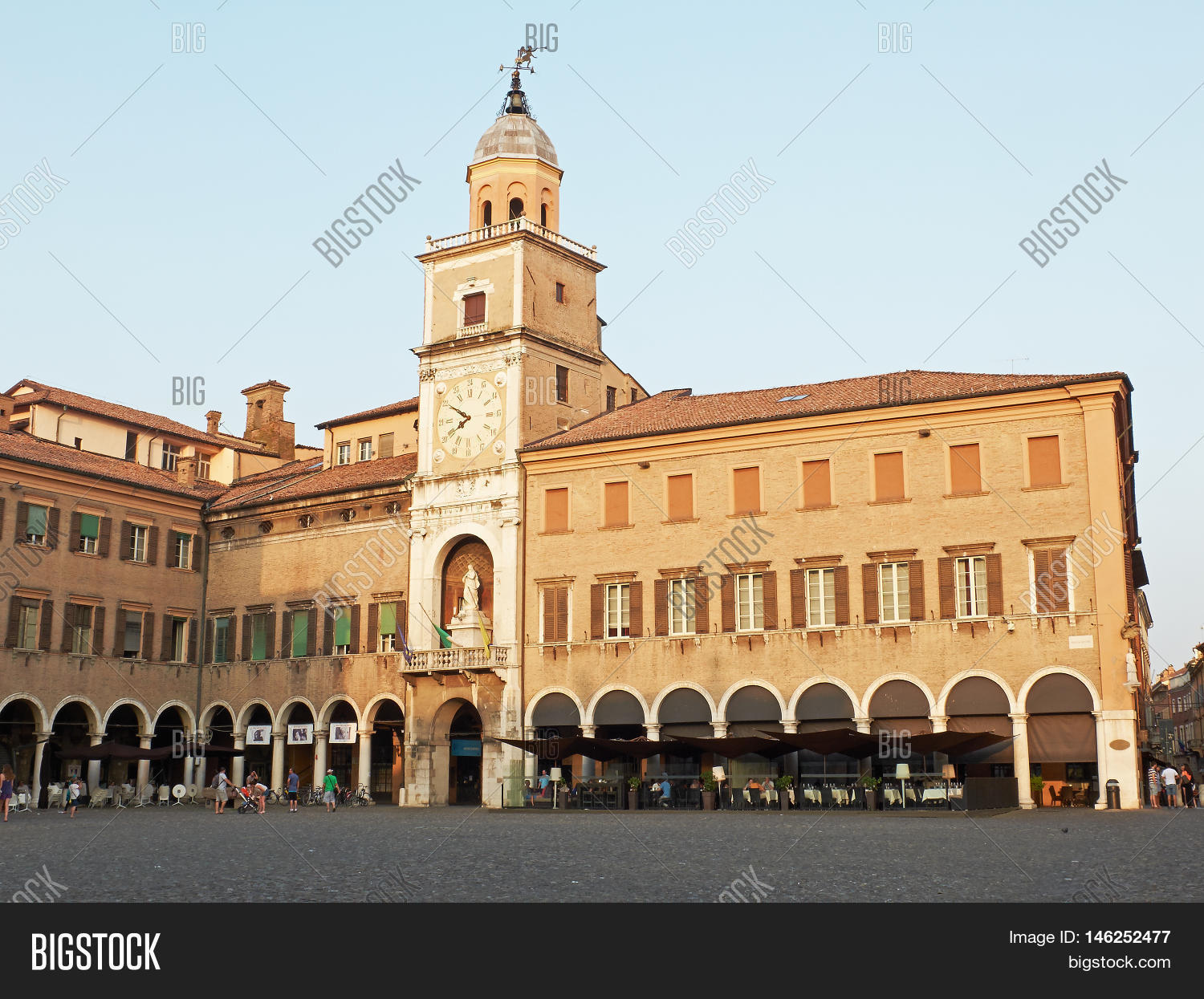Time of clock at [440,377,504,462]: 7:50
